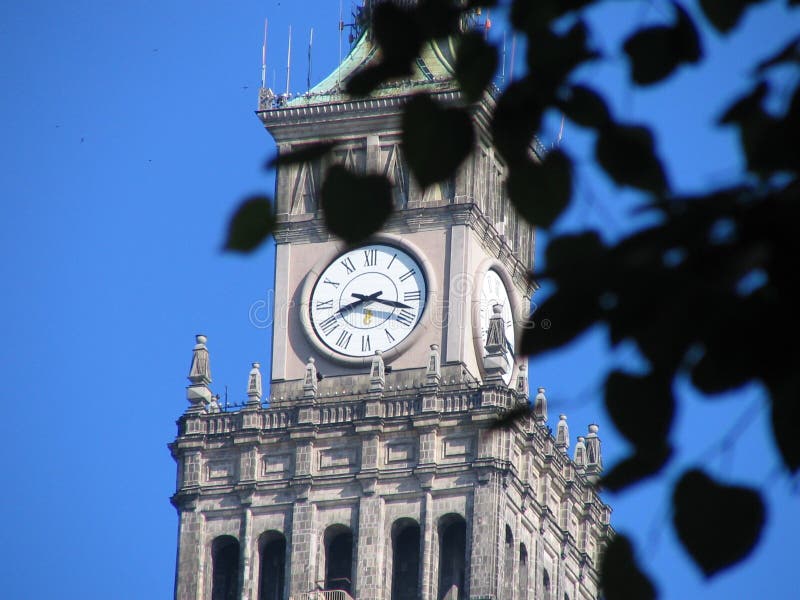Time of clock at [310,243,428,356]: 8:17
